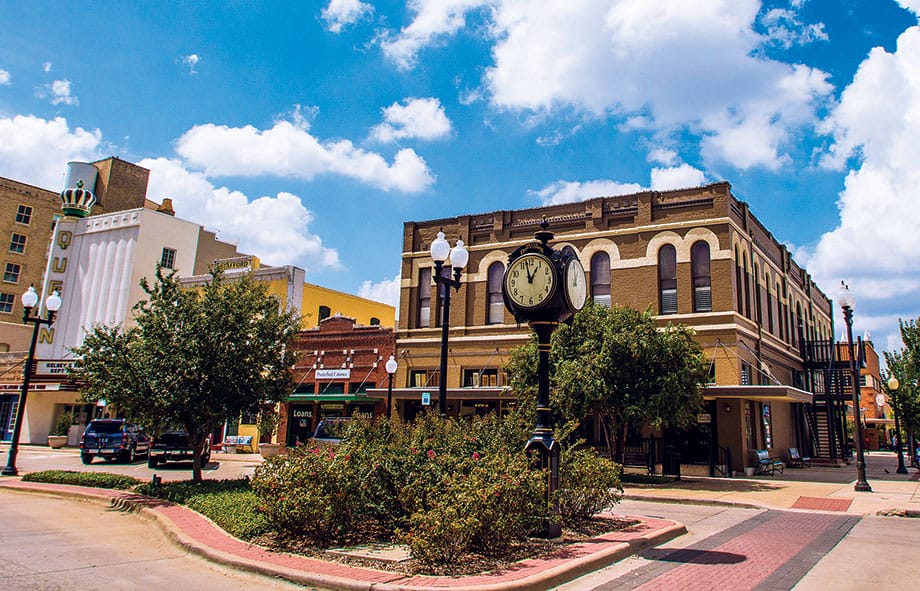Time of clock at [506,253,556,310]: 12:57
